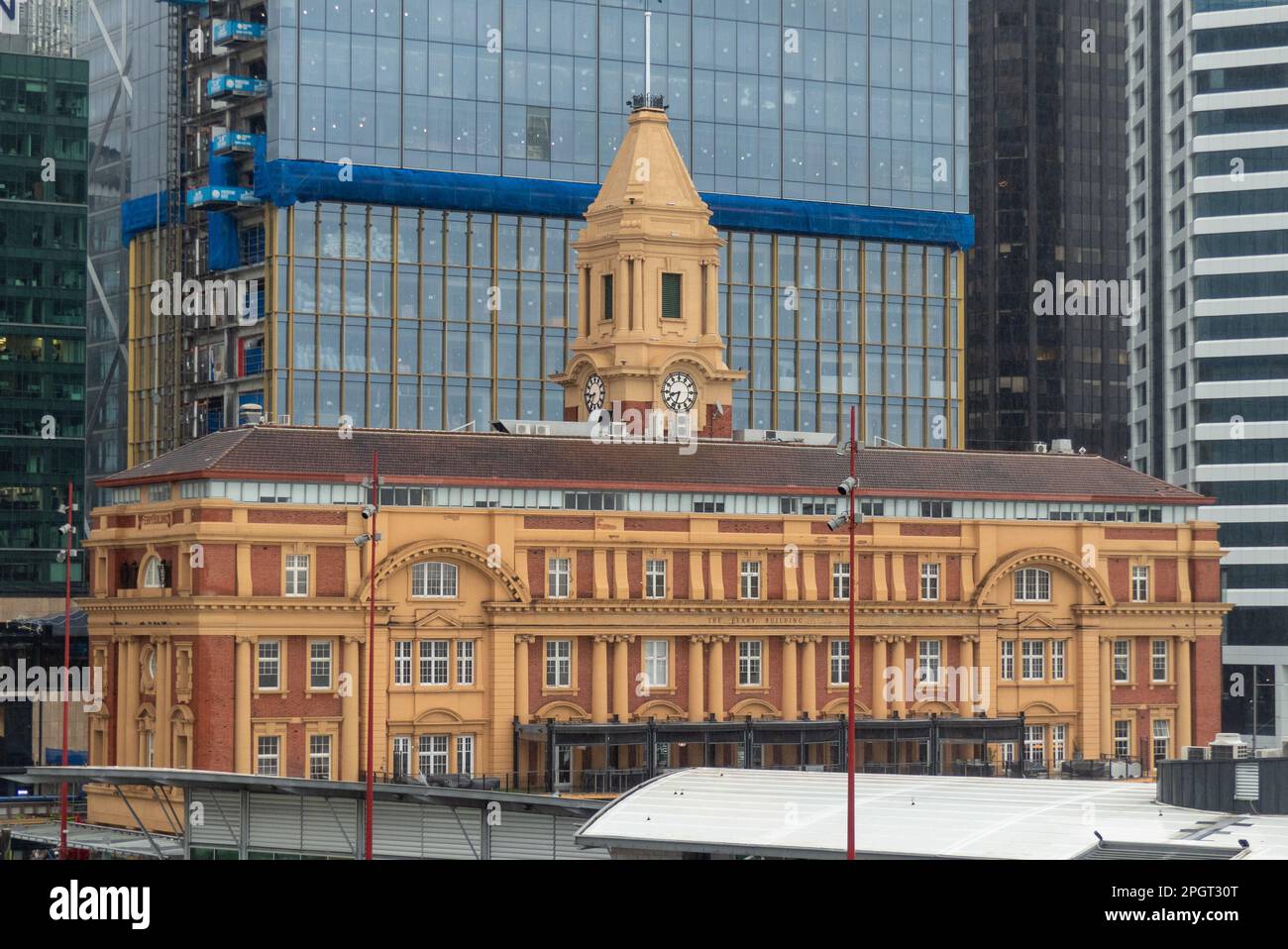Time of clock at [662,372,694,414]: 8:33
